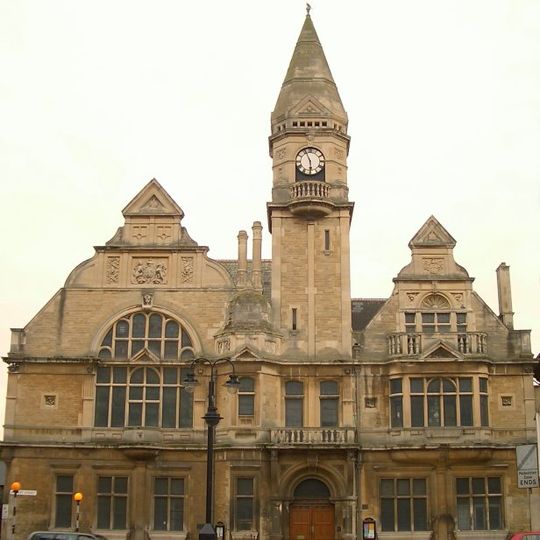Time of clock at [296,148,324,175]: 5:55
